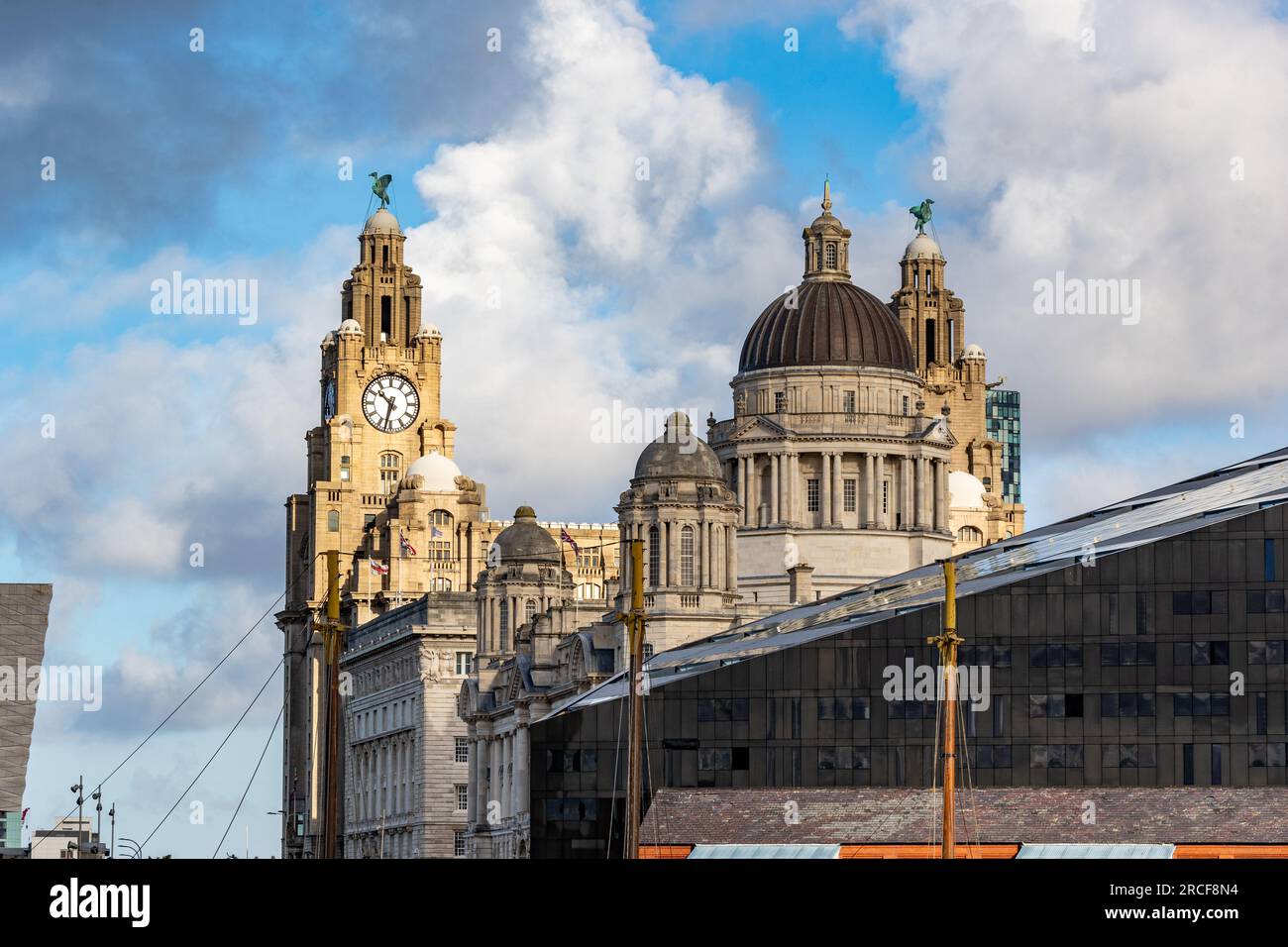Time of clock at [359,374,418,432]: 10:32
